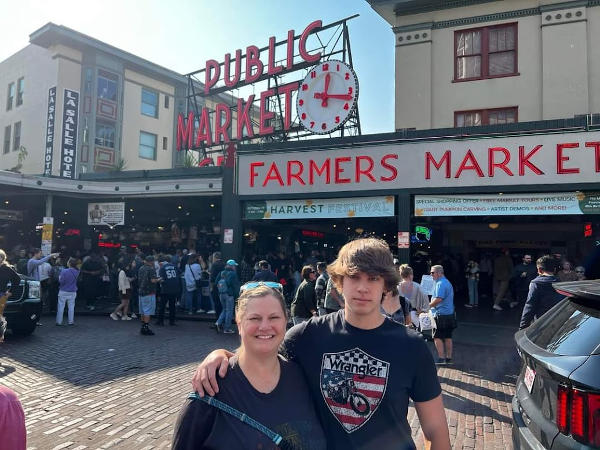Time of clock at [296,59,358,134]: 12:17
